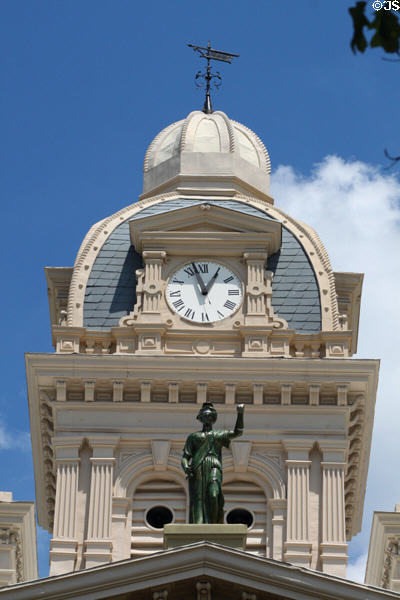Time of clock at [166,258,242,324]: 12:57
